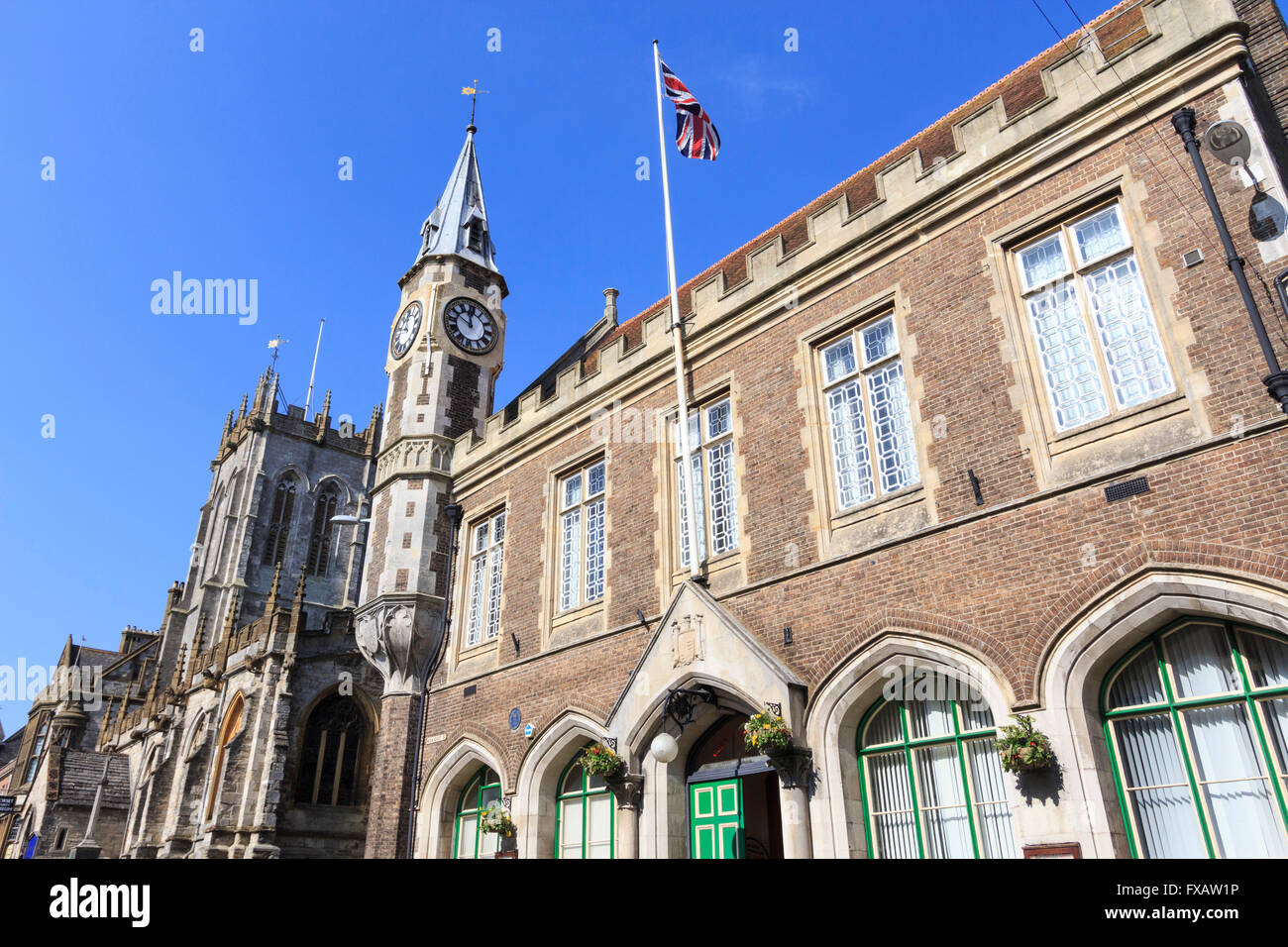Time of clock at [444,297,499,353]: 11:49
